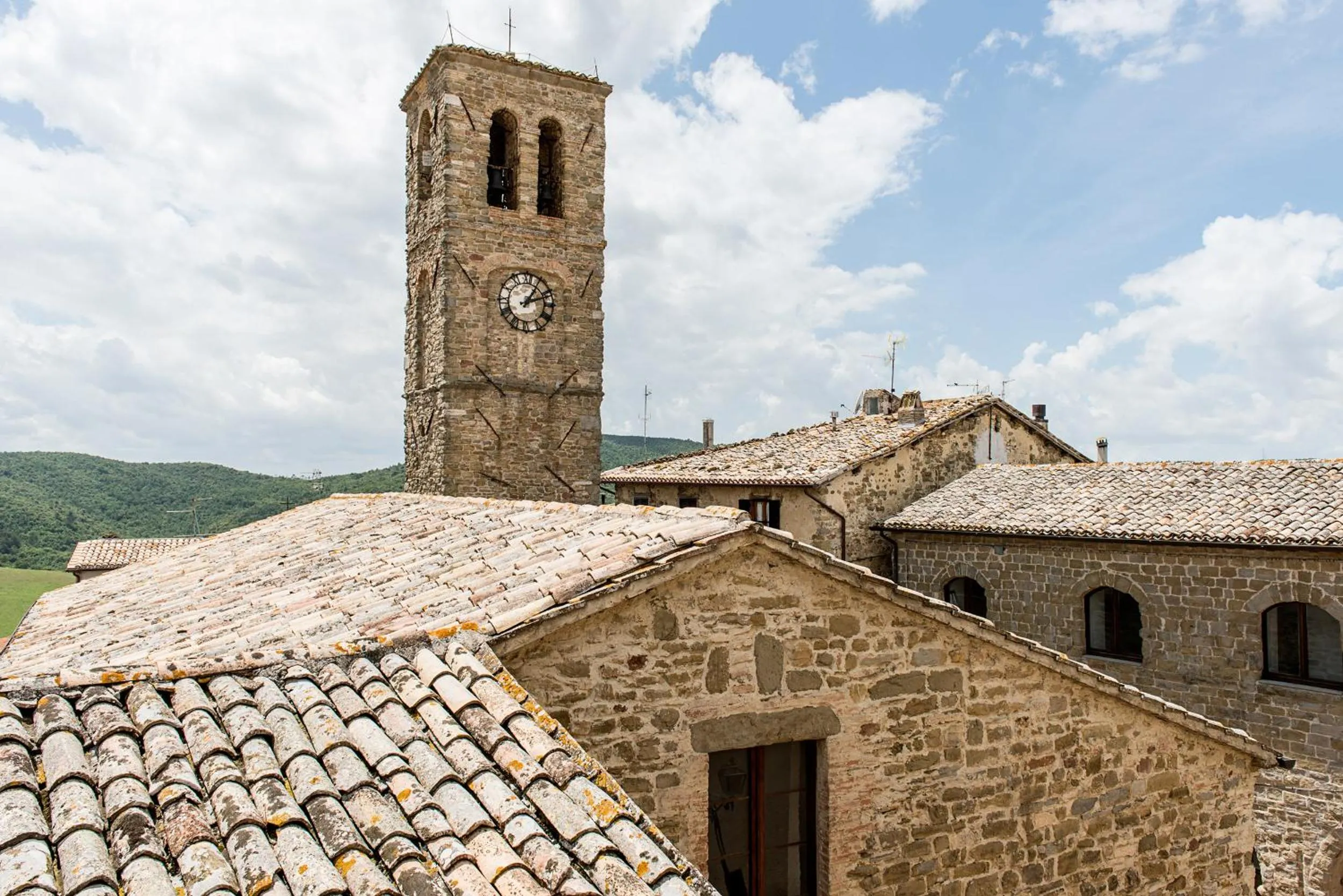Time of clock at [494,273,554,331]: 1:11
